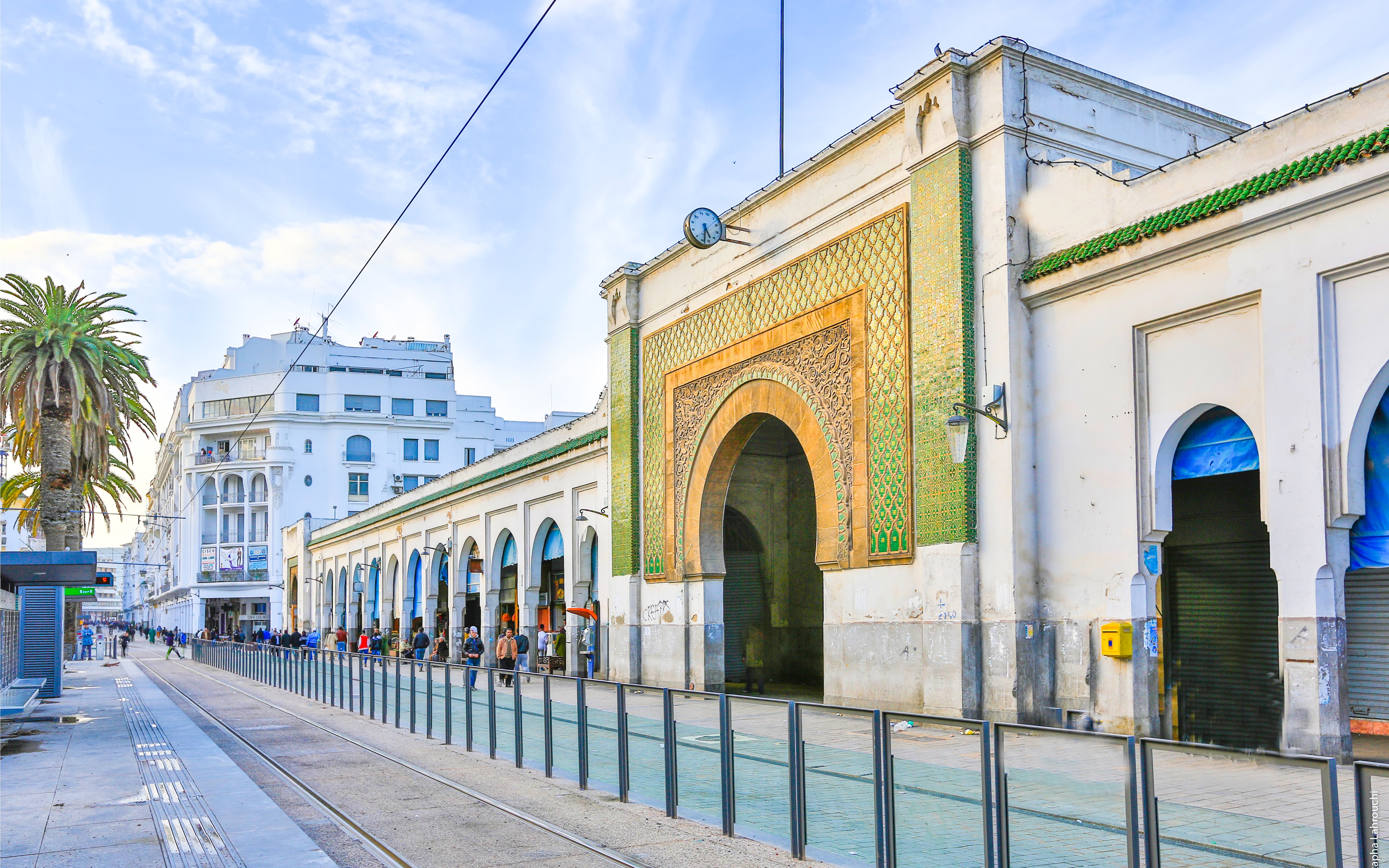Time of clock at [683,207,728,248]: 5:32
